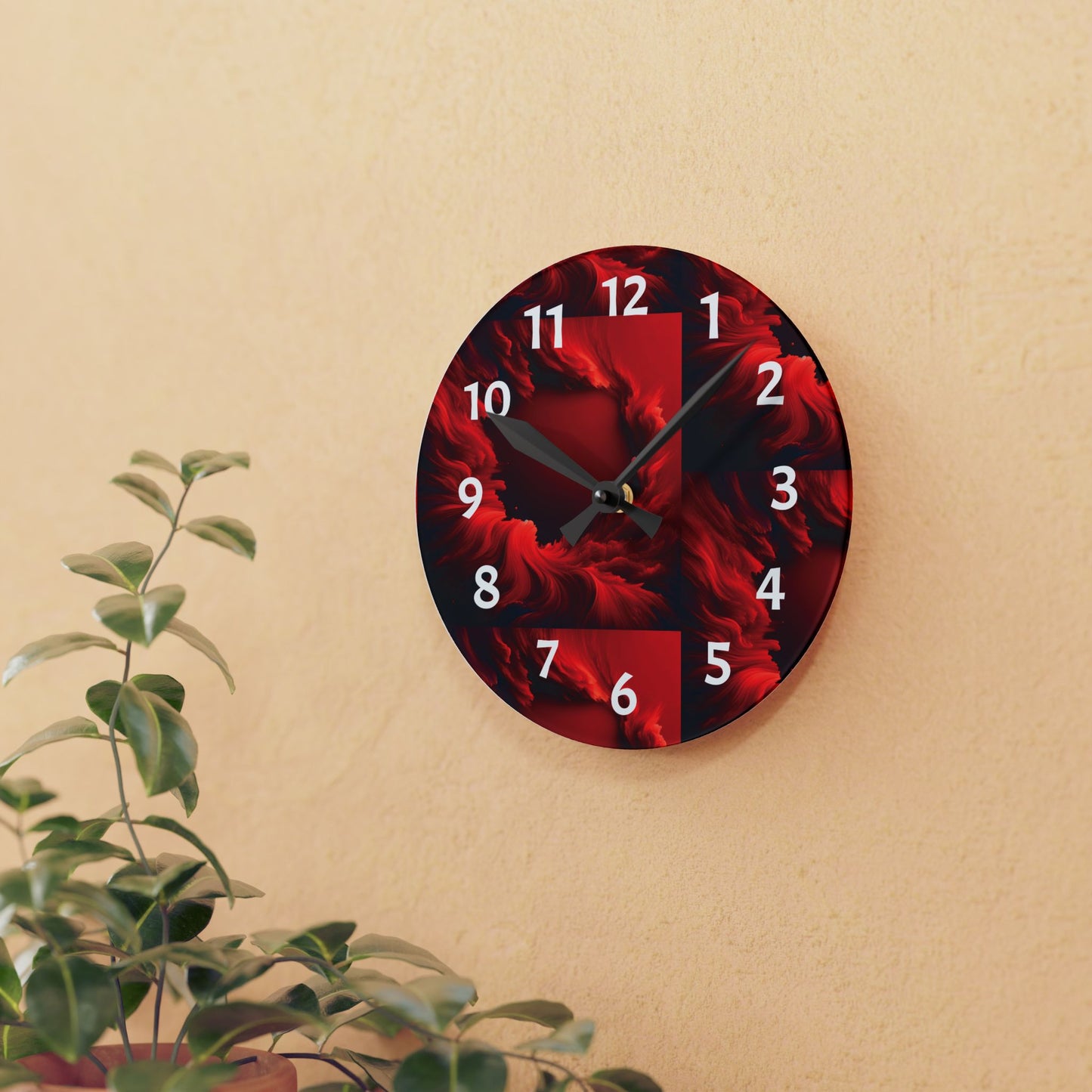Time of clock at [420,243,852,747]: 7:49
